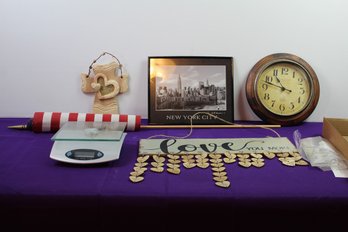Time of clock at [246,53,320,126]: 10:47
